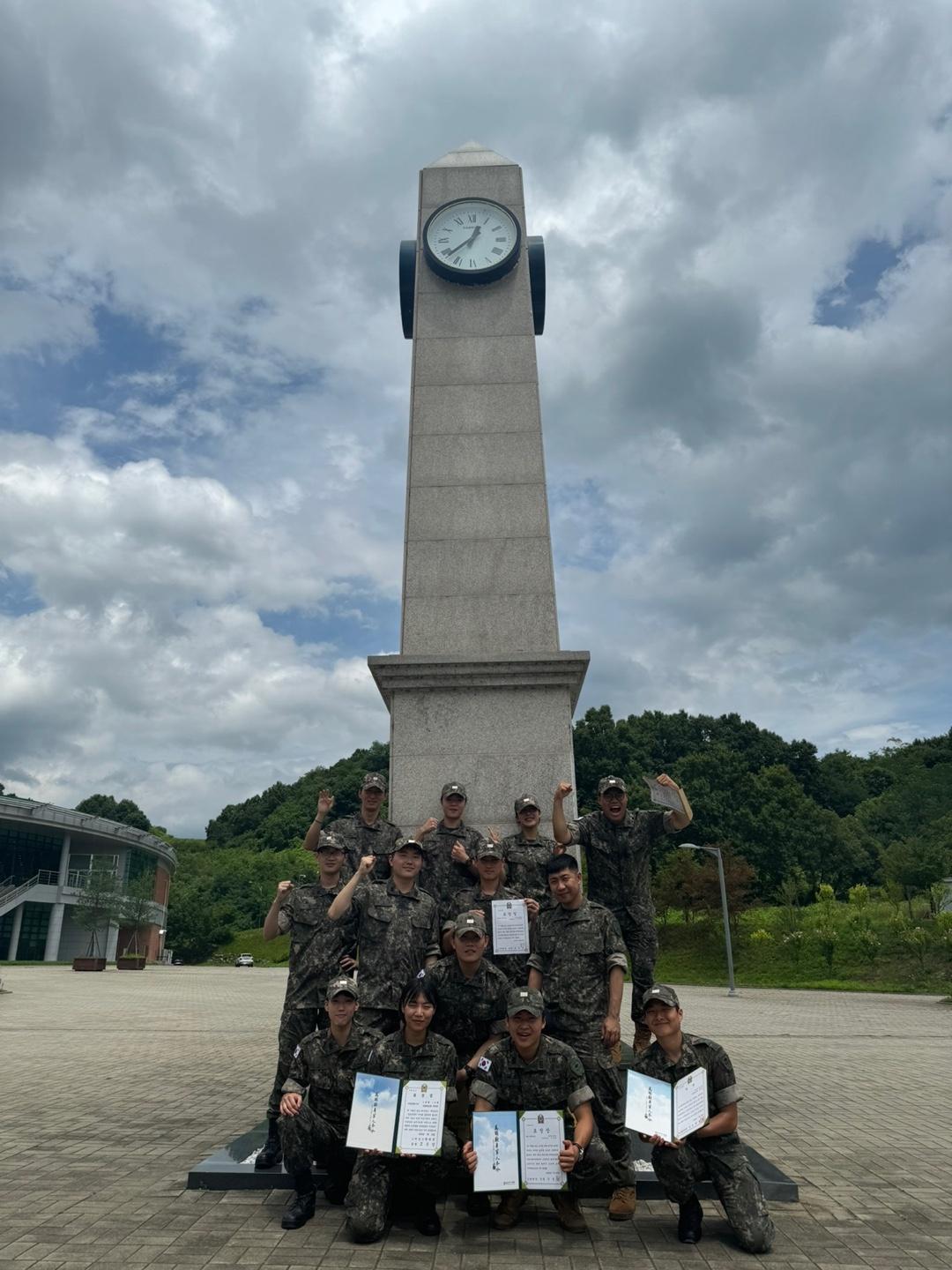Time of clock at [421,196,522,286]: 12:38
